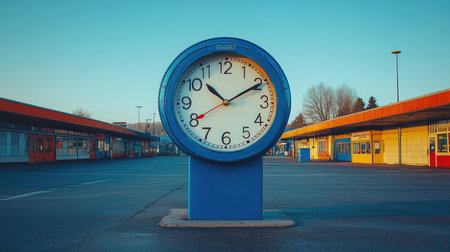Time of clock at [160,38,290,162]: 10:10
